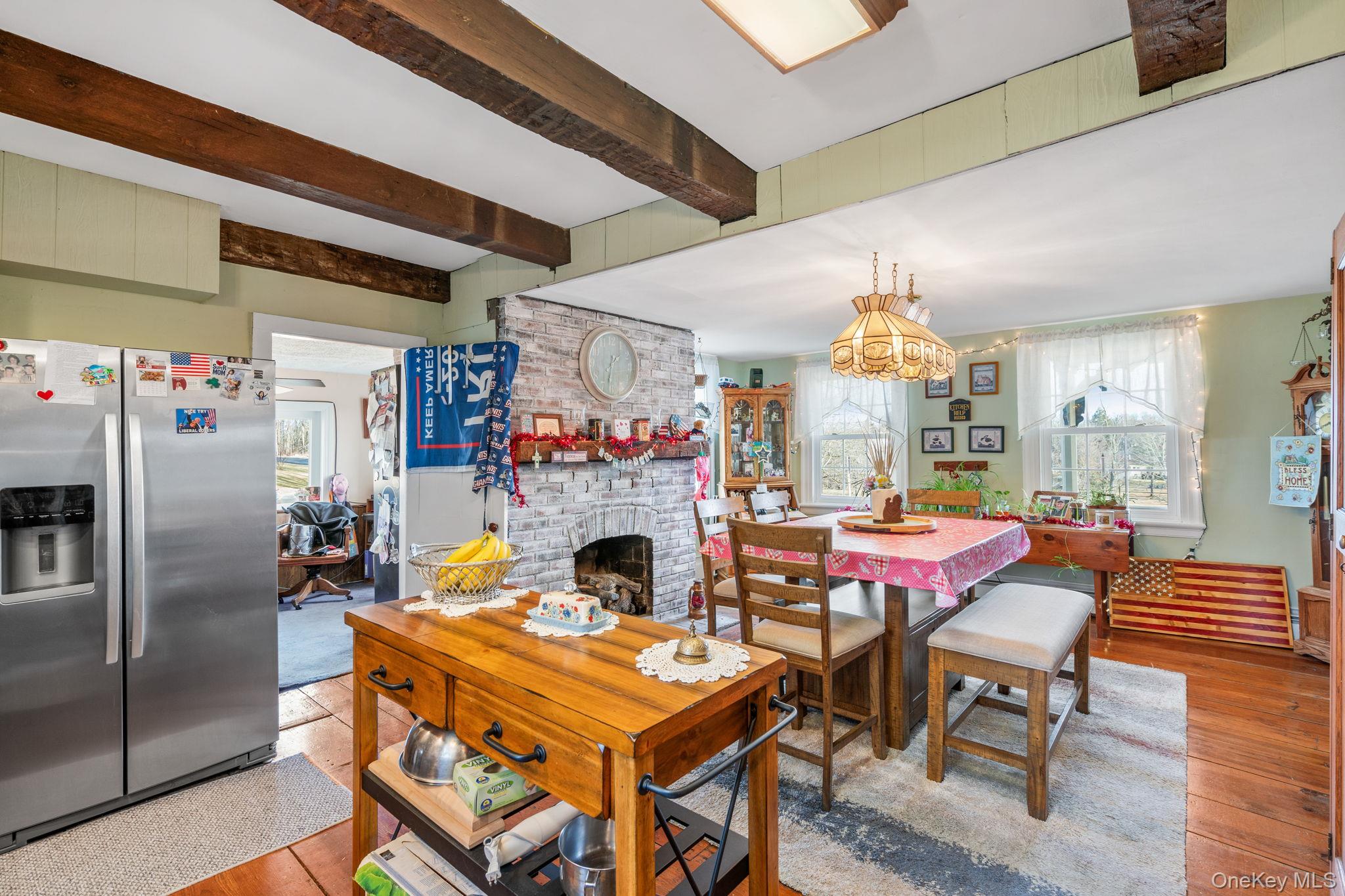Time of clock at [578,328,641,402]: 1:32
